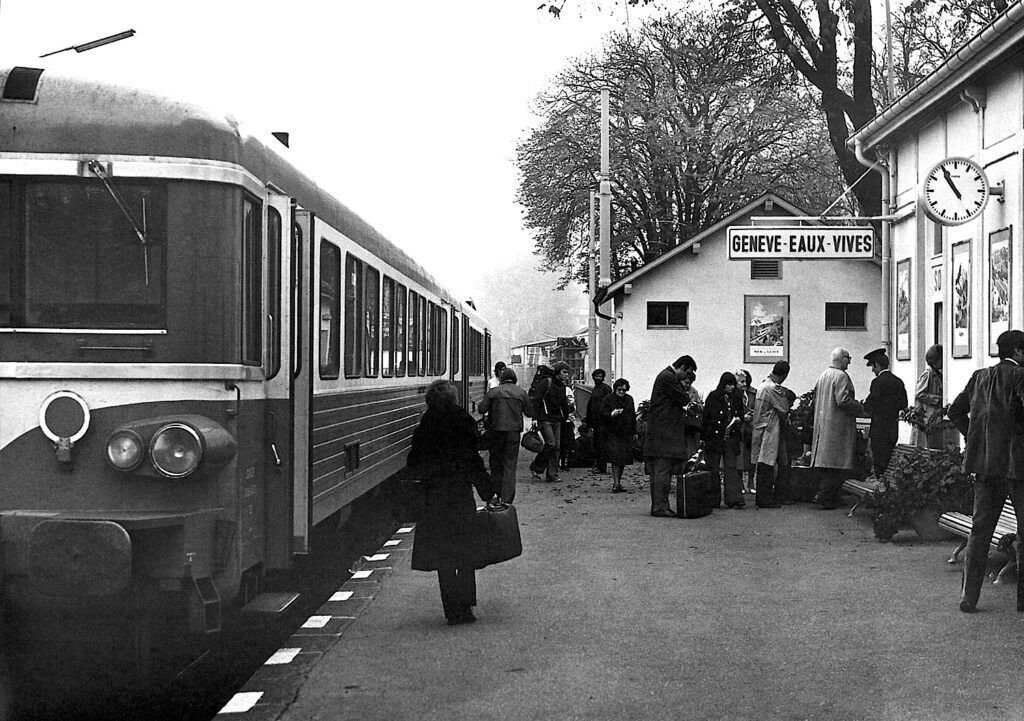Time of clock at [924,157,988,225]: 10:55
